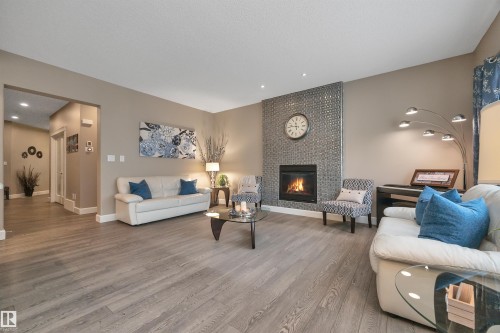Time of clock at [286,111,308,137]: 11:46
